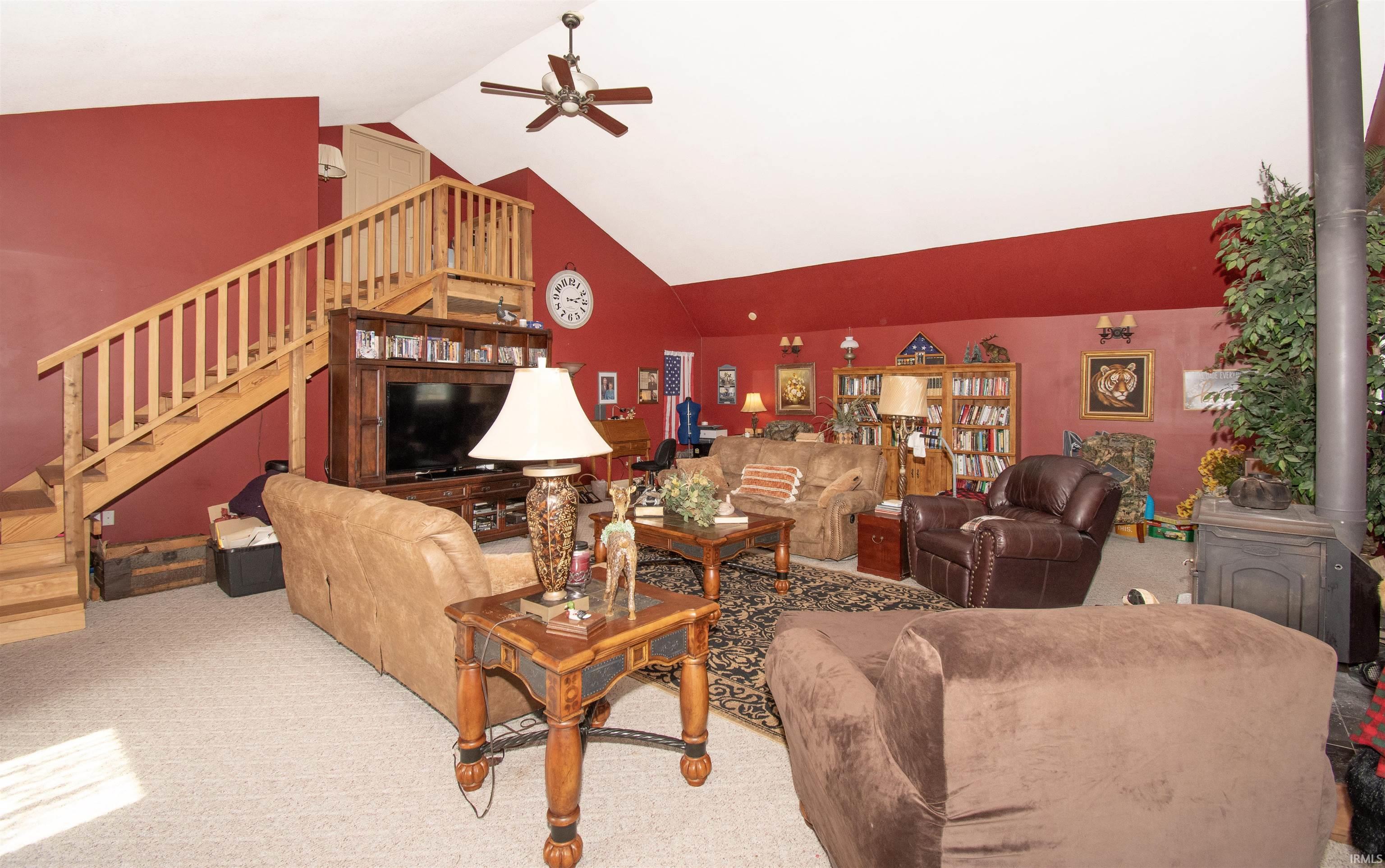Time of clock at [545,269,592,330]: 3:12
